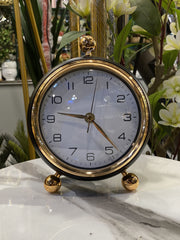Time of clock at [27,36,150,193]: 9:23
